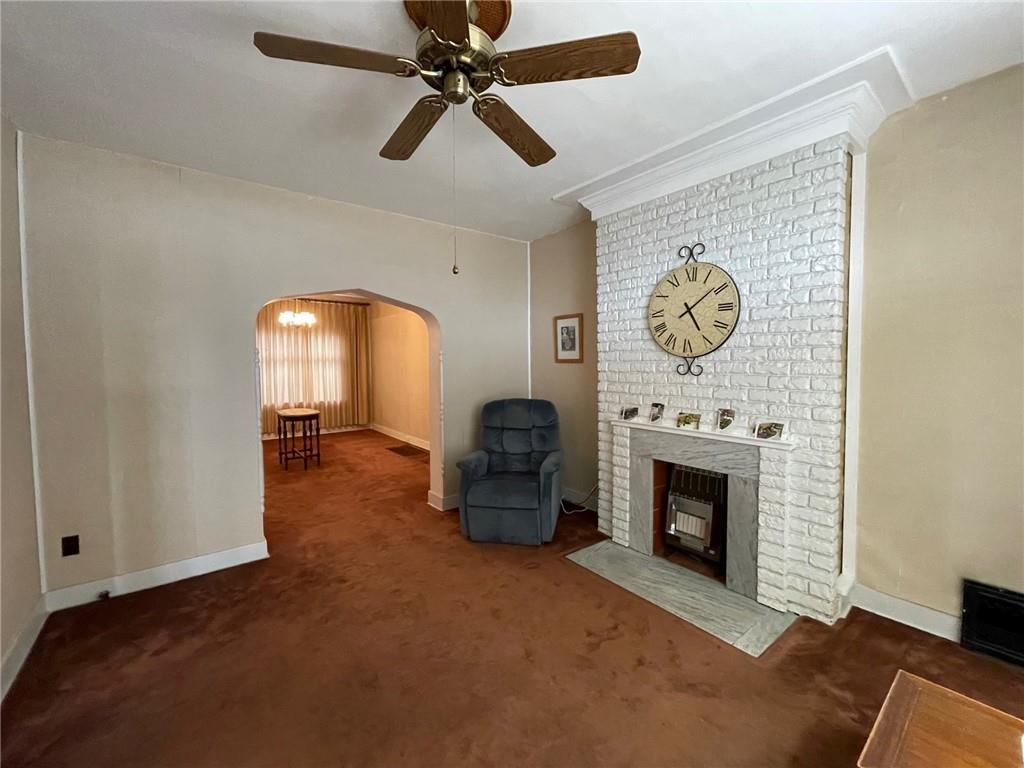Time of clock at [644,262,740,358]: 5:08
